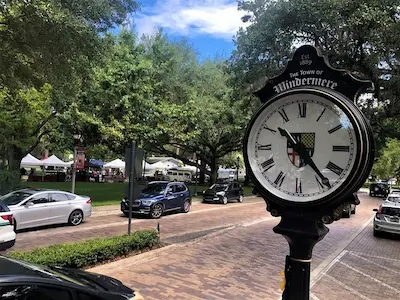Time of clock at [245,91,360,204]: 10:23
